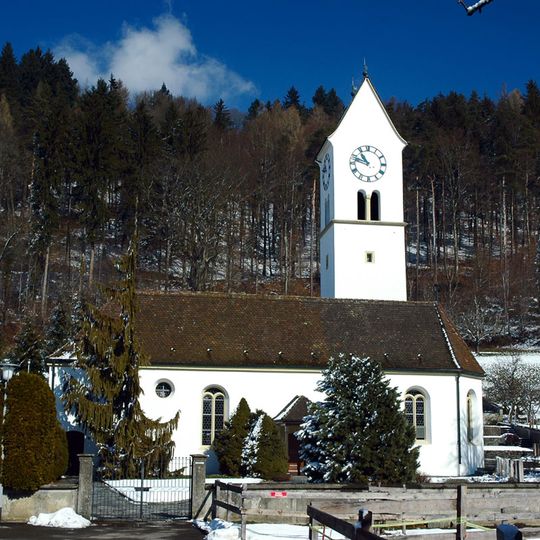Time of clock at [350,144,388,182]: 10:47
